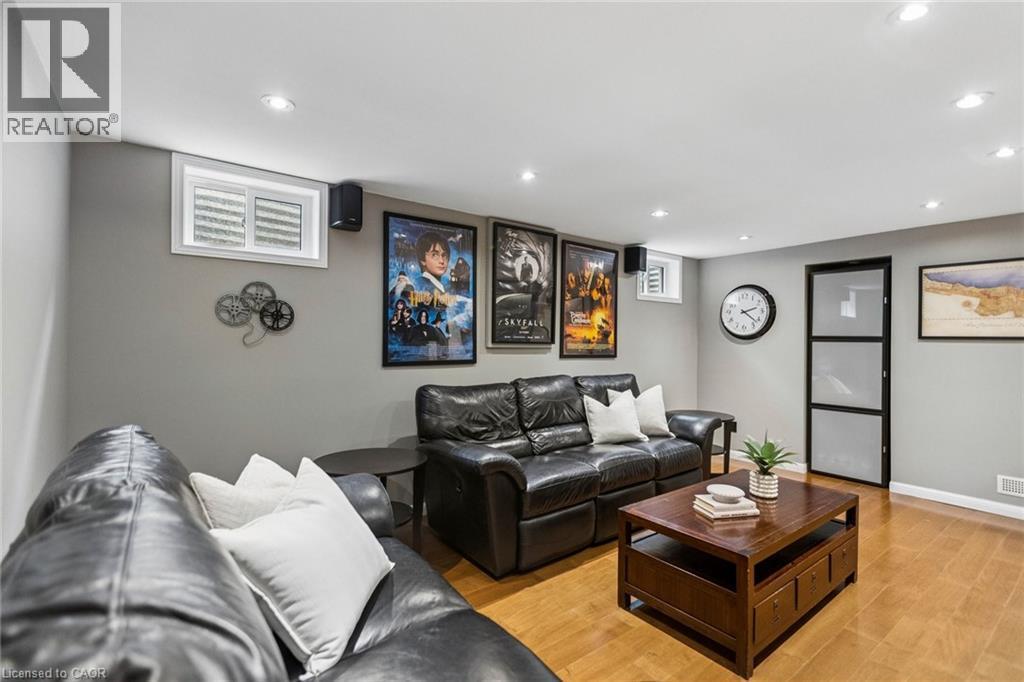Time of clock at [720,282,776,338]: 2:21
